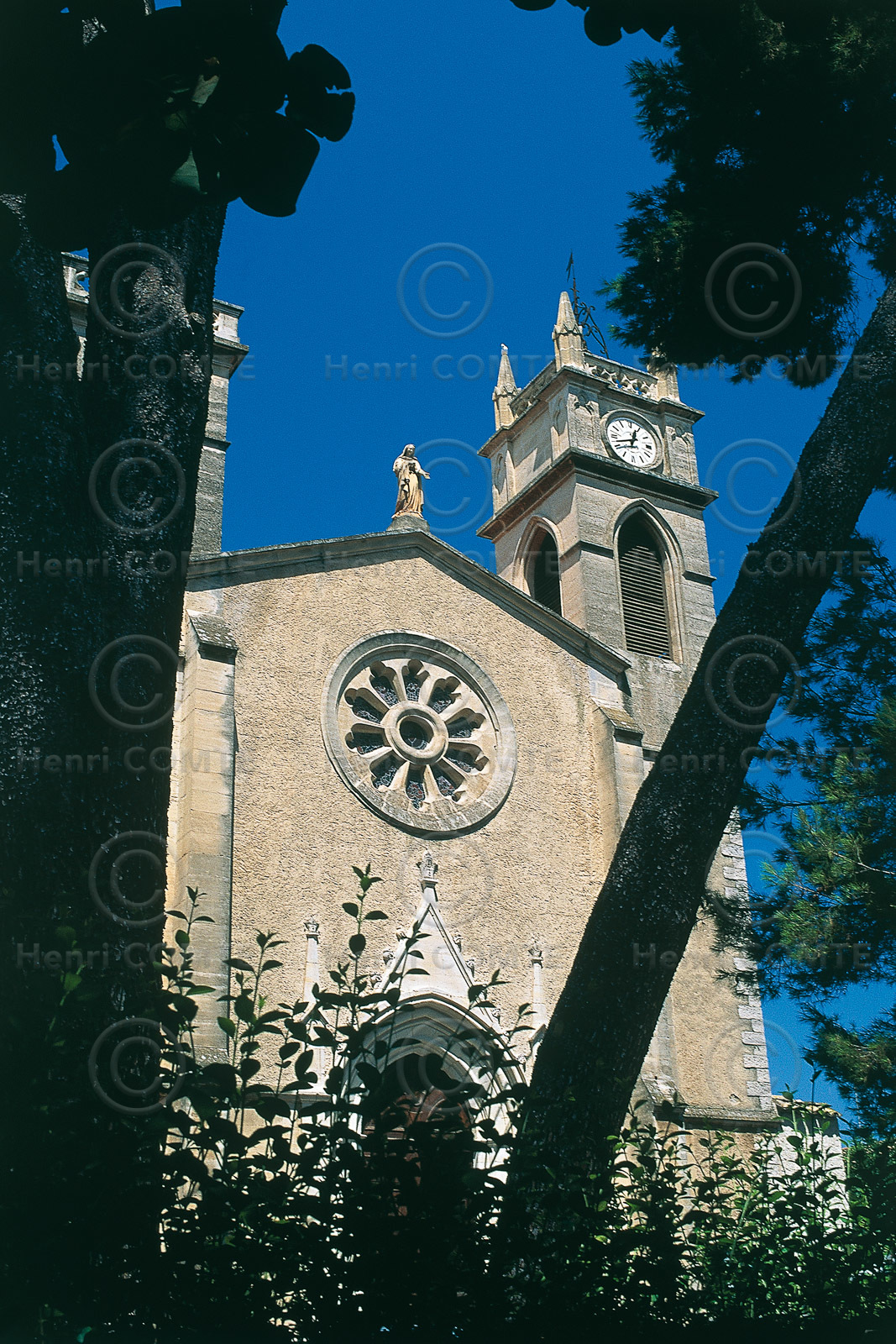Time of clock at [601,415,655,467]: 12:42
